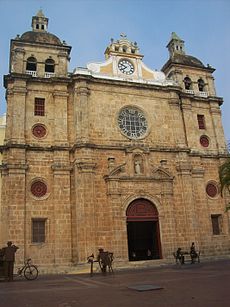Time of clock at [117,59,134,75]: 7:48
